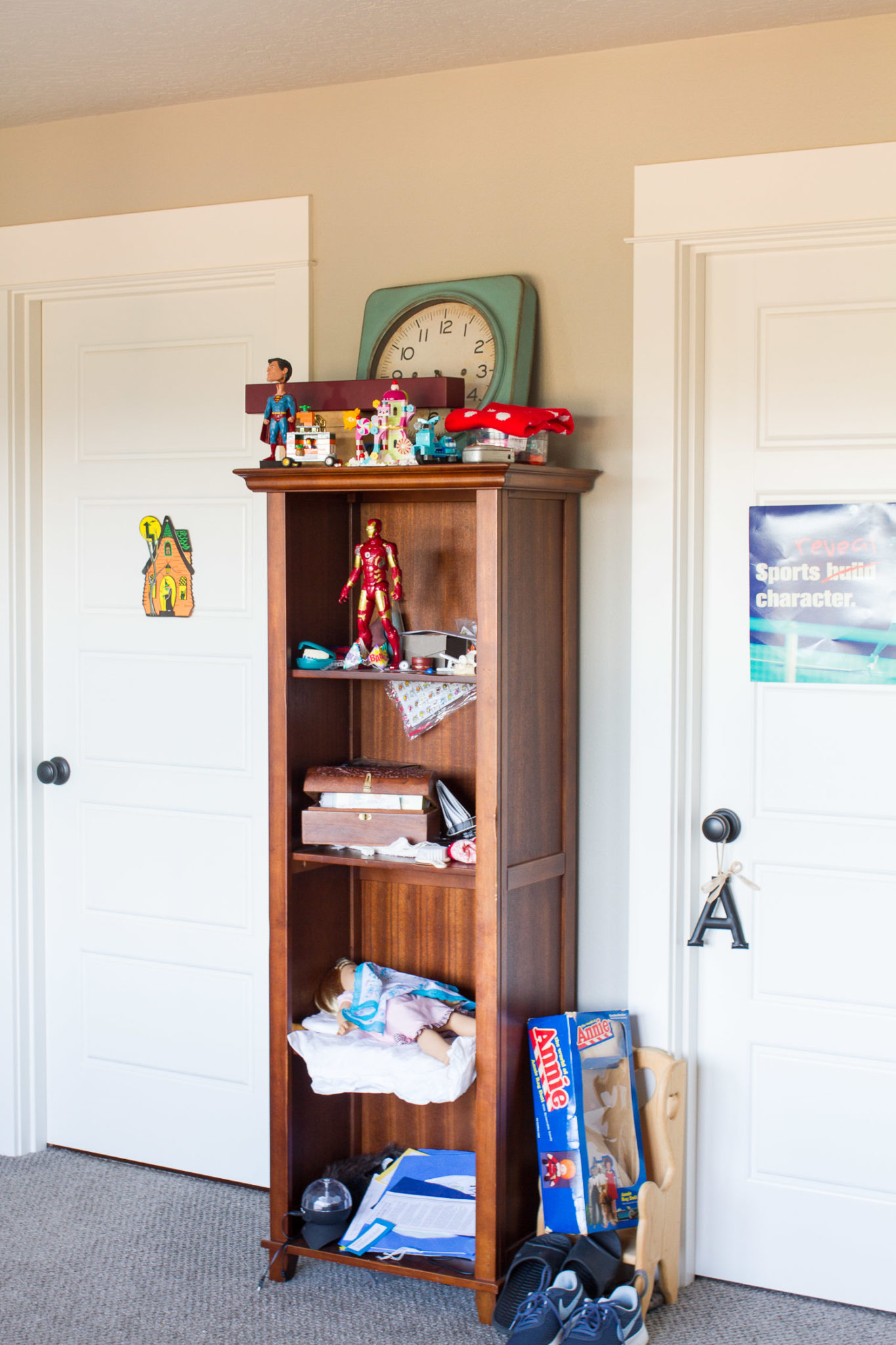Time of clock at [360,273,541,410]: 5:45
